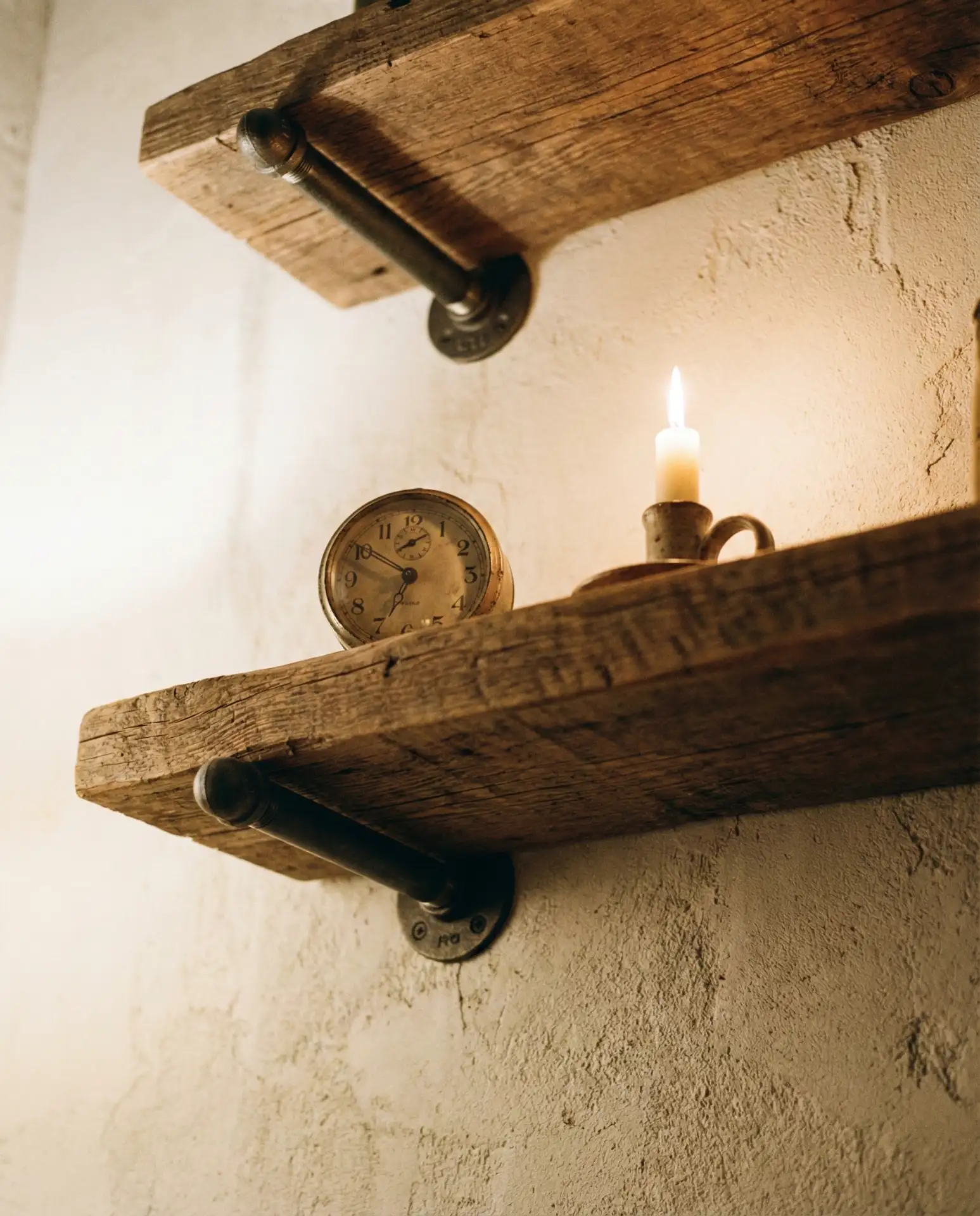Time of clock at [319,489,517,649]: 6:49
